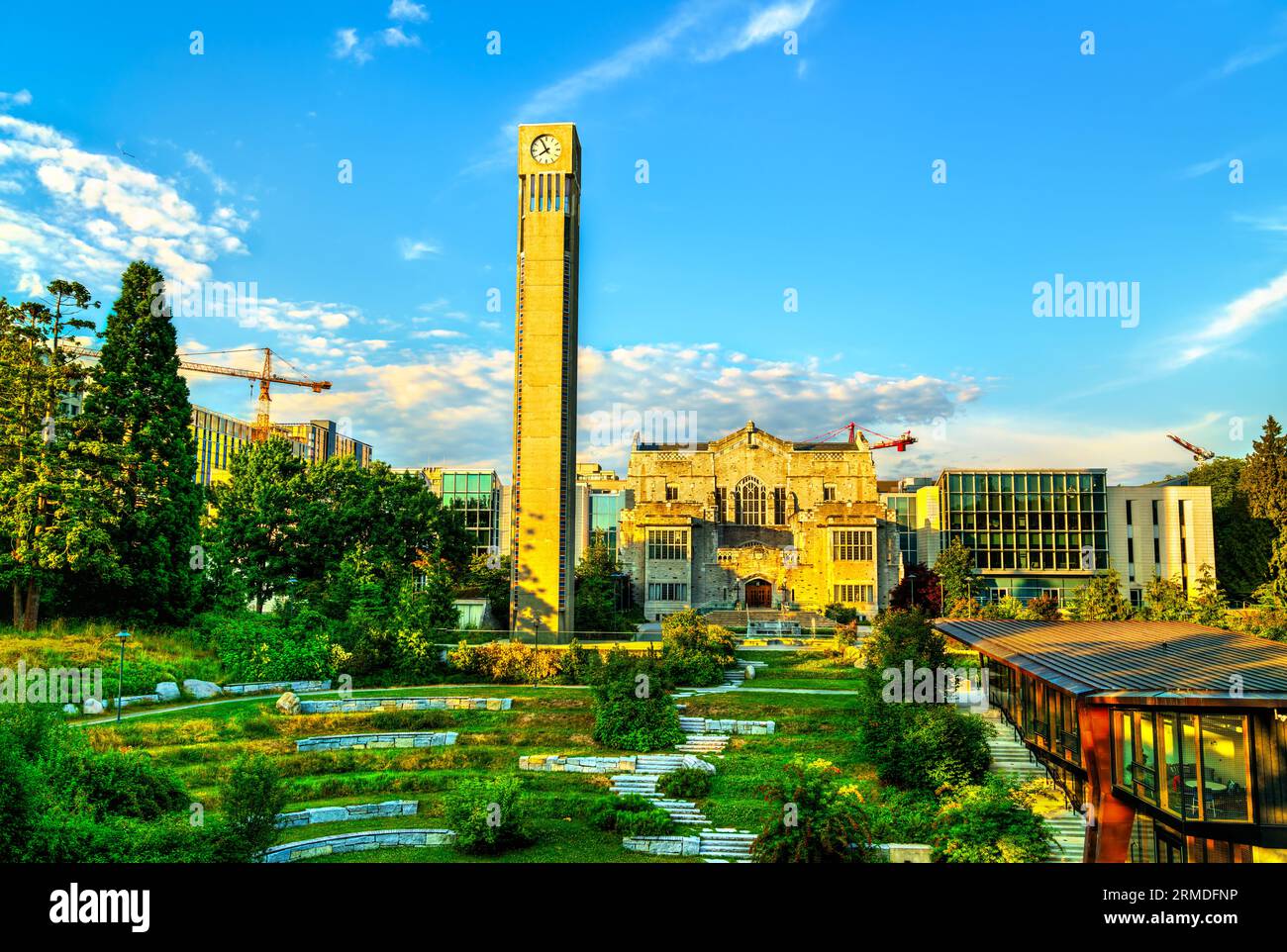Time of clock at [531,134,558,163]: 7:55
